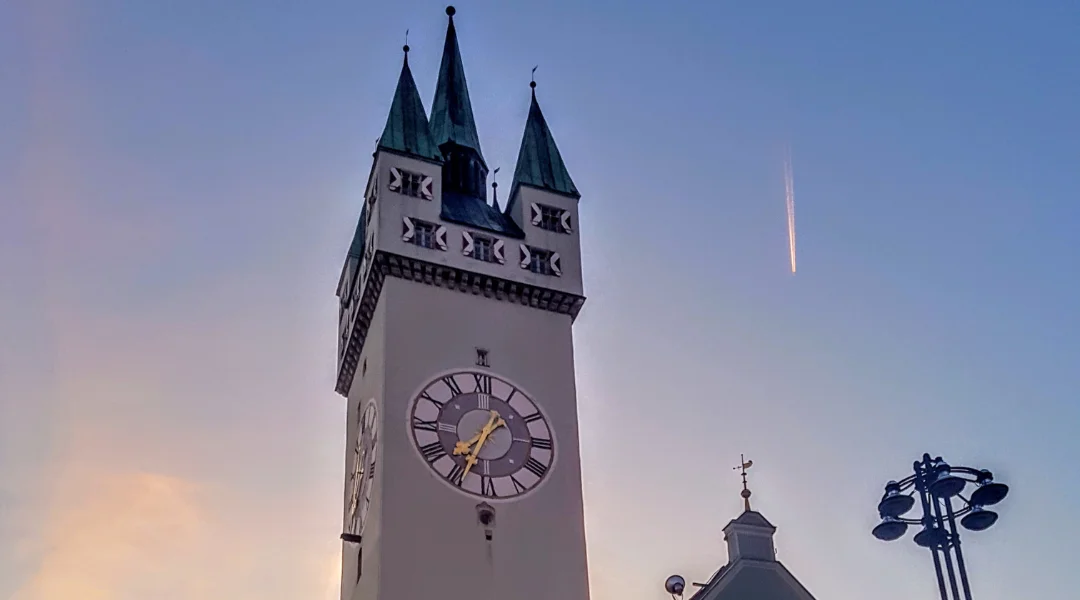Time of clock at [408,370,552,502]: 7:34
